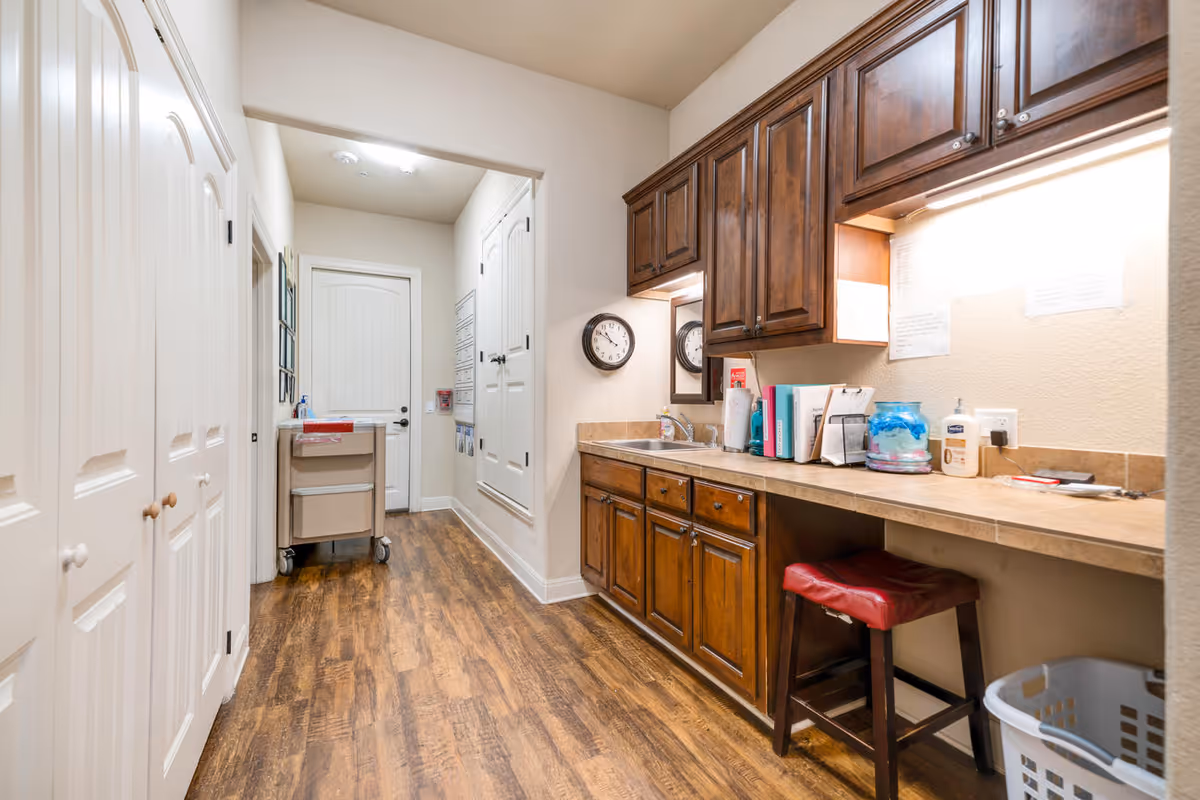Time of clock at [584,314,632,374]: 10:50
